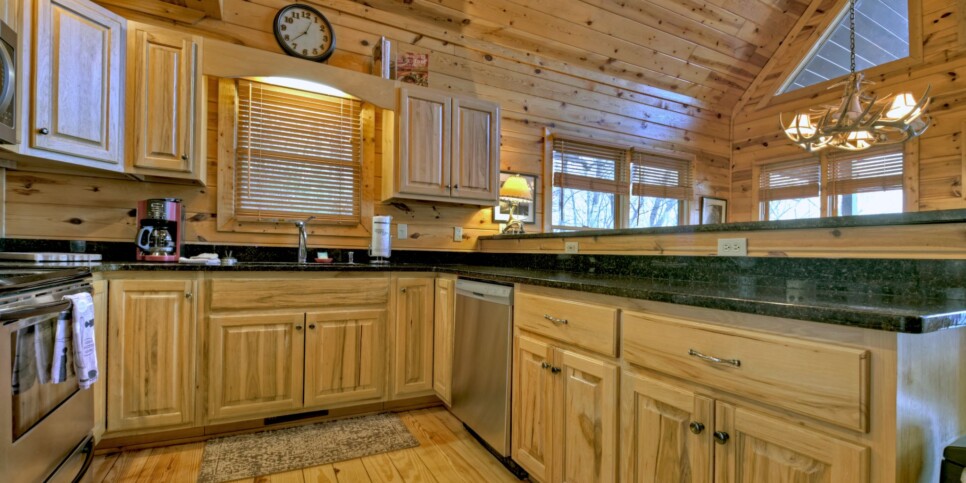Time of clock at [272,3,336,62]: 12:37
